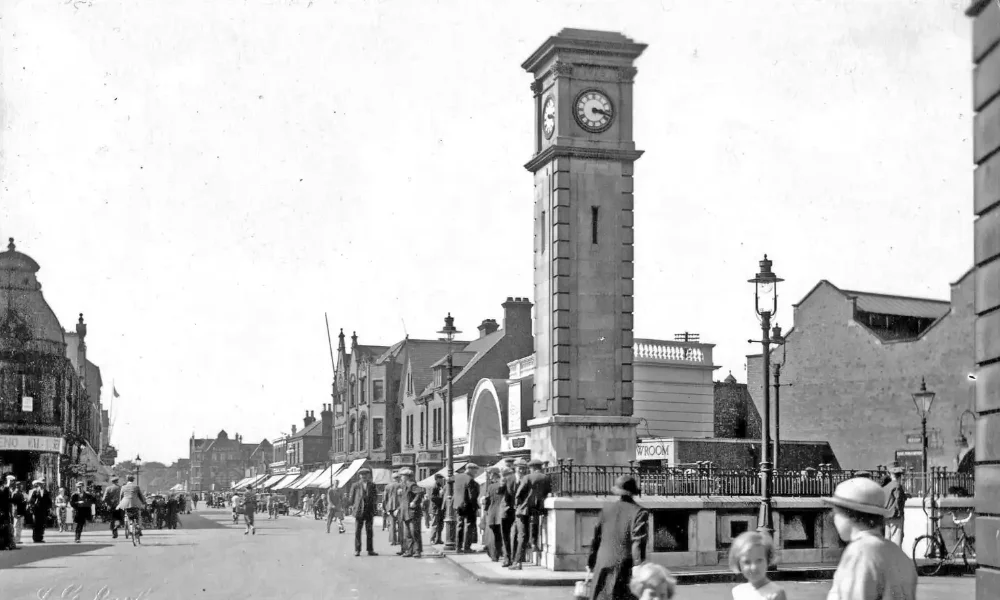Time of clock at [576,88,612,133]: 3:17
